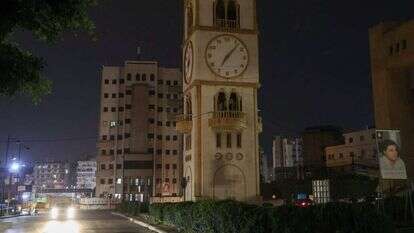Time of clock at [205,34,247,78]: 7:07
